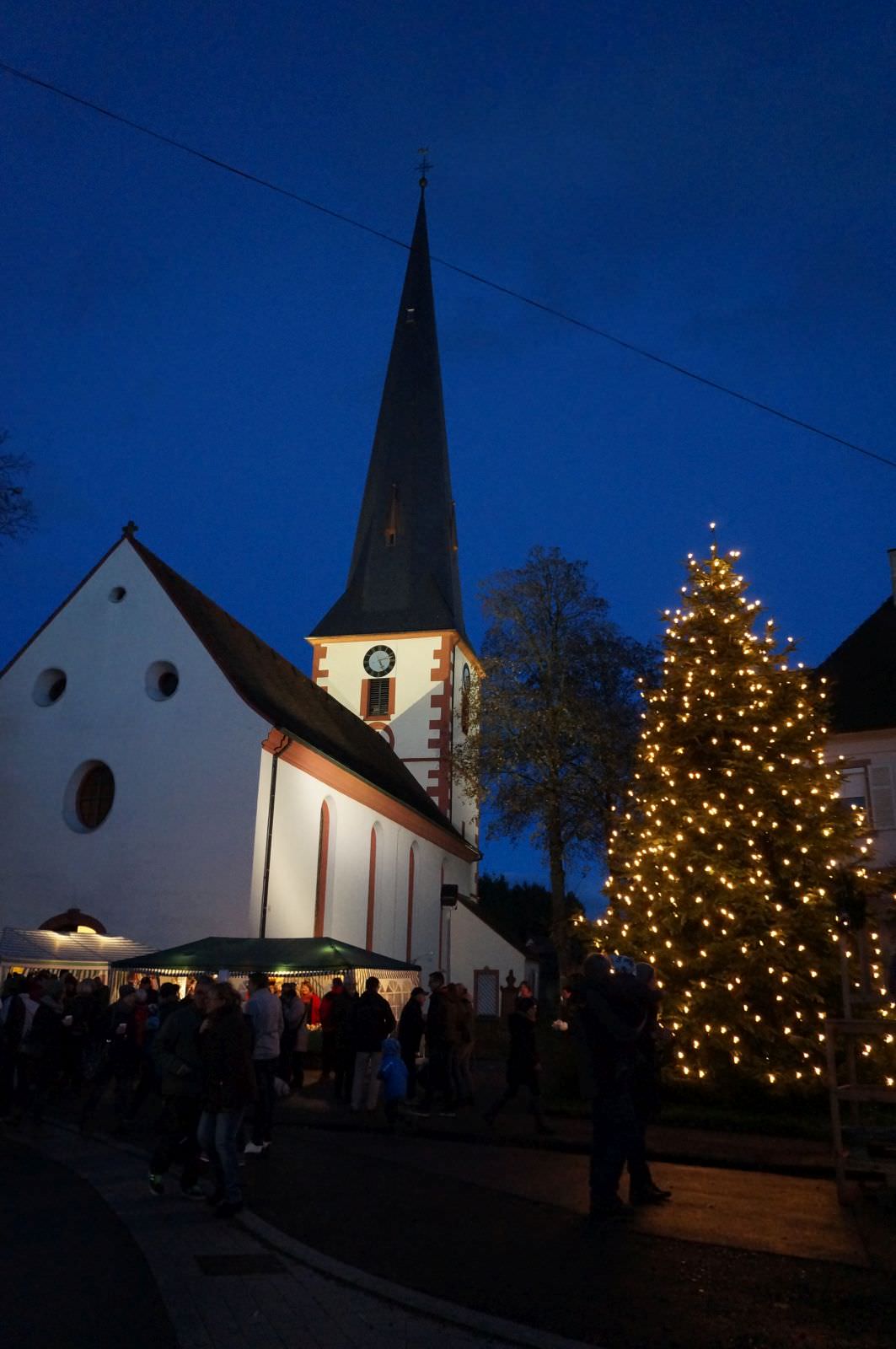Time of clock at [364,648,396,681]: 5:12
